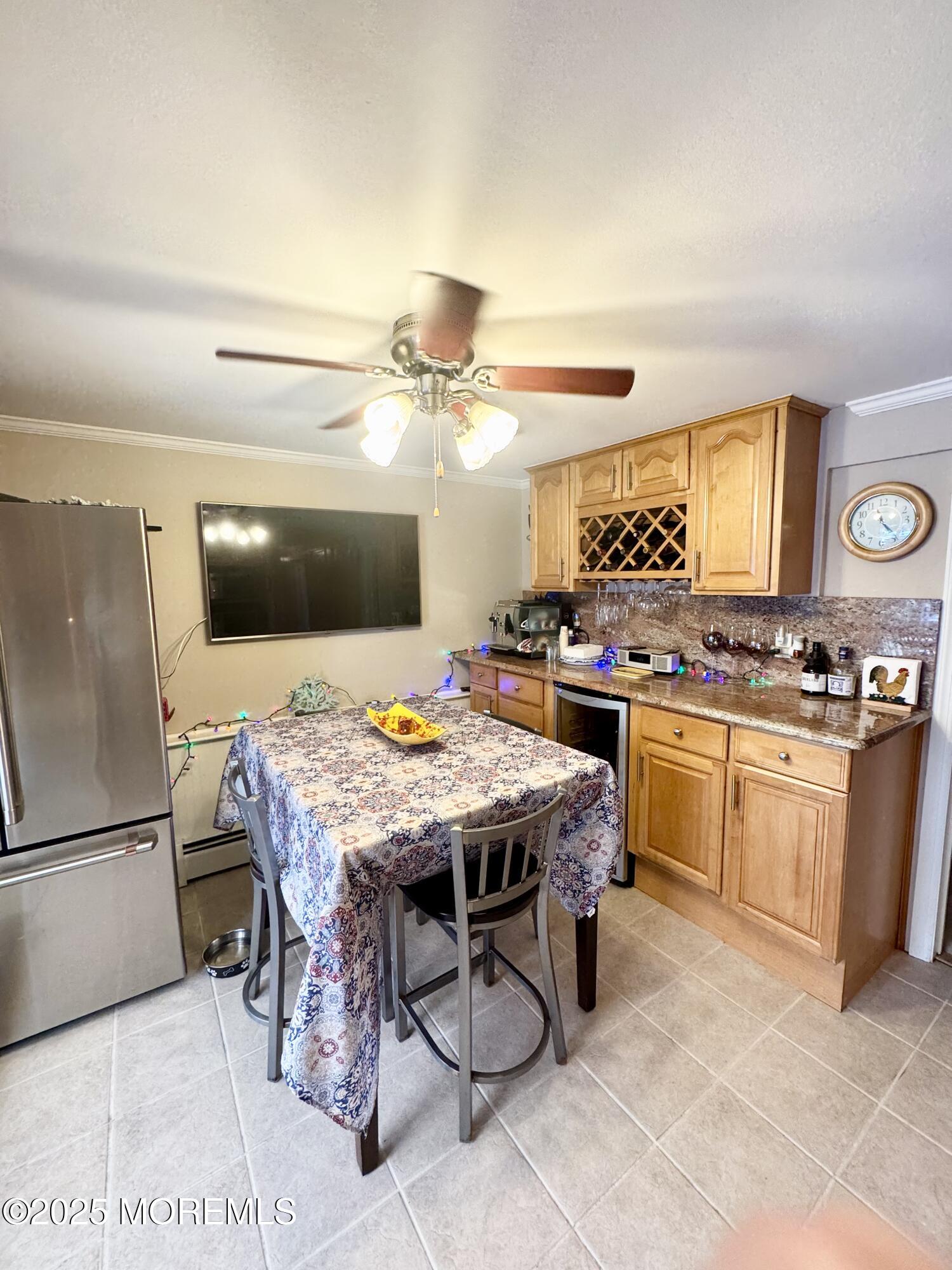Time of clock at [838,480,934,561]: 11:23
